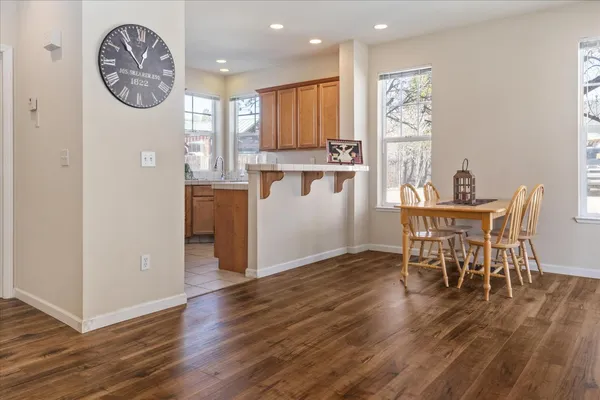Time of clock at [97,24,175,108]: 12:53
